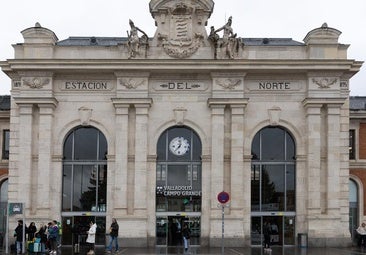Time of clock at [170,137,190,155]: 7:00
